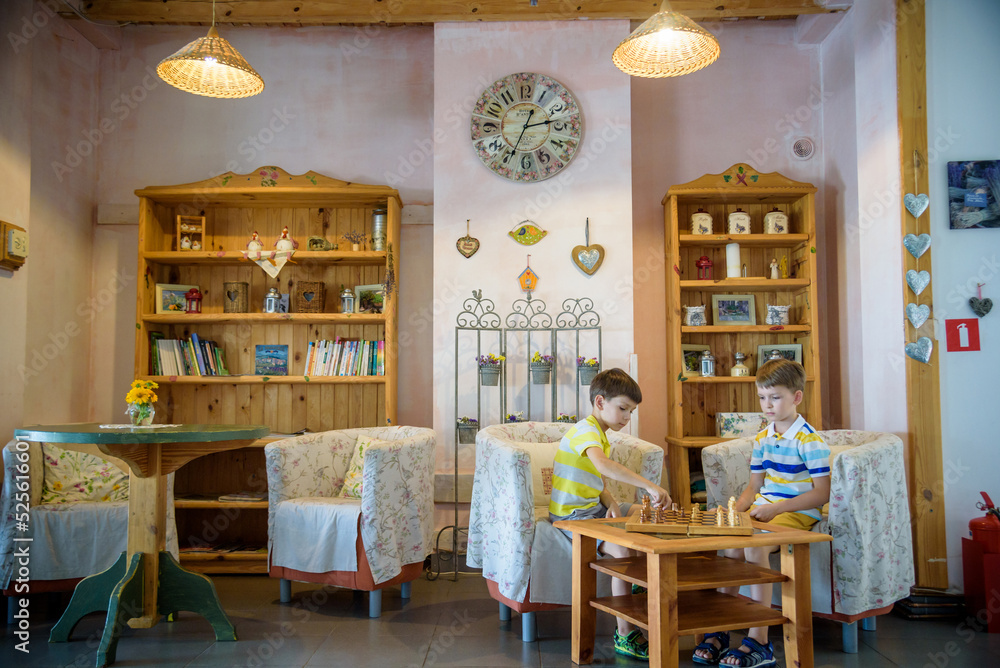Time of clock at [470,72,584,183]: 2:34
